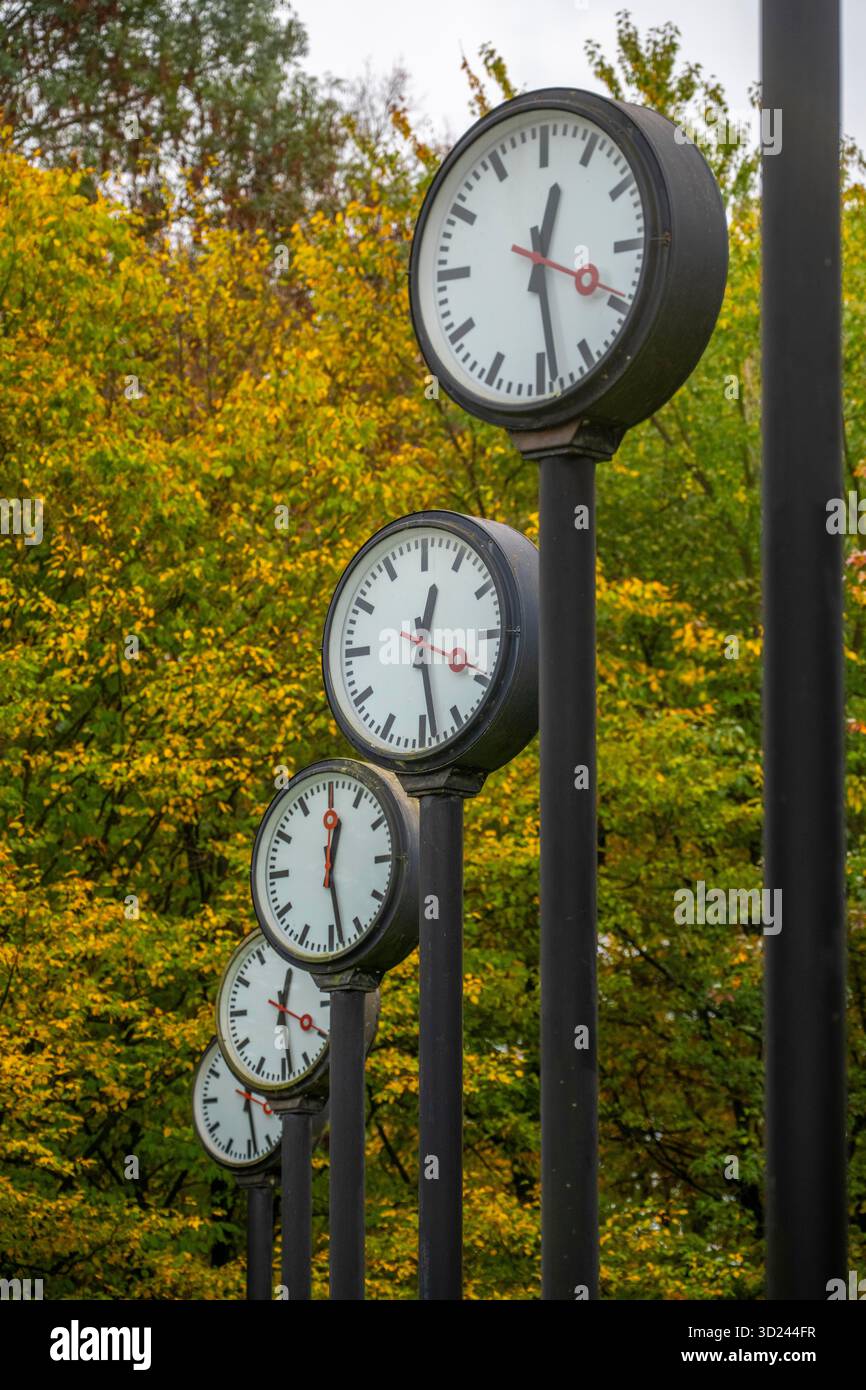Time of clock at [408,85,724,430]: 12:28
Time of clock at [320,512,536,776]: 12:28
